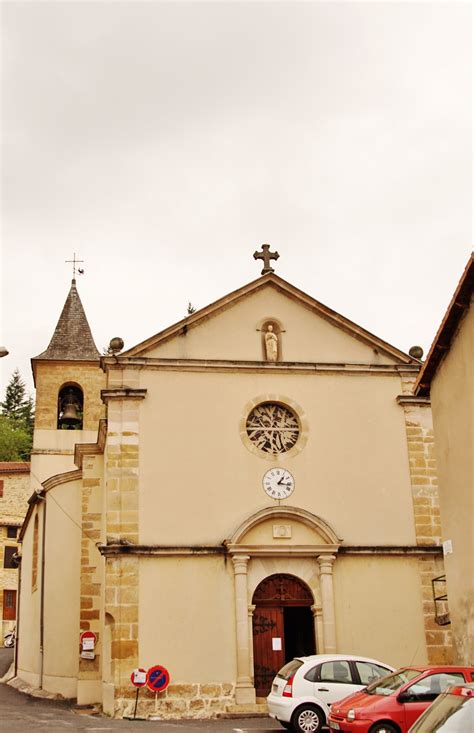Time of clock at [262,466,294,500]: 1:16
